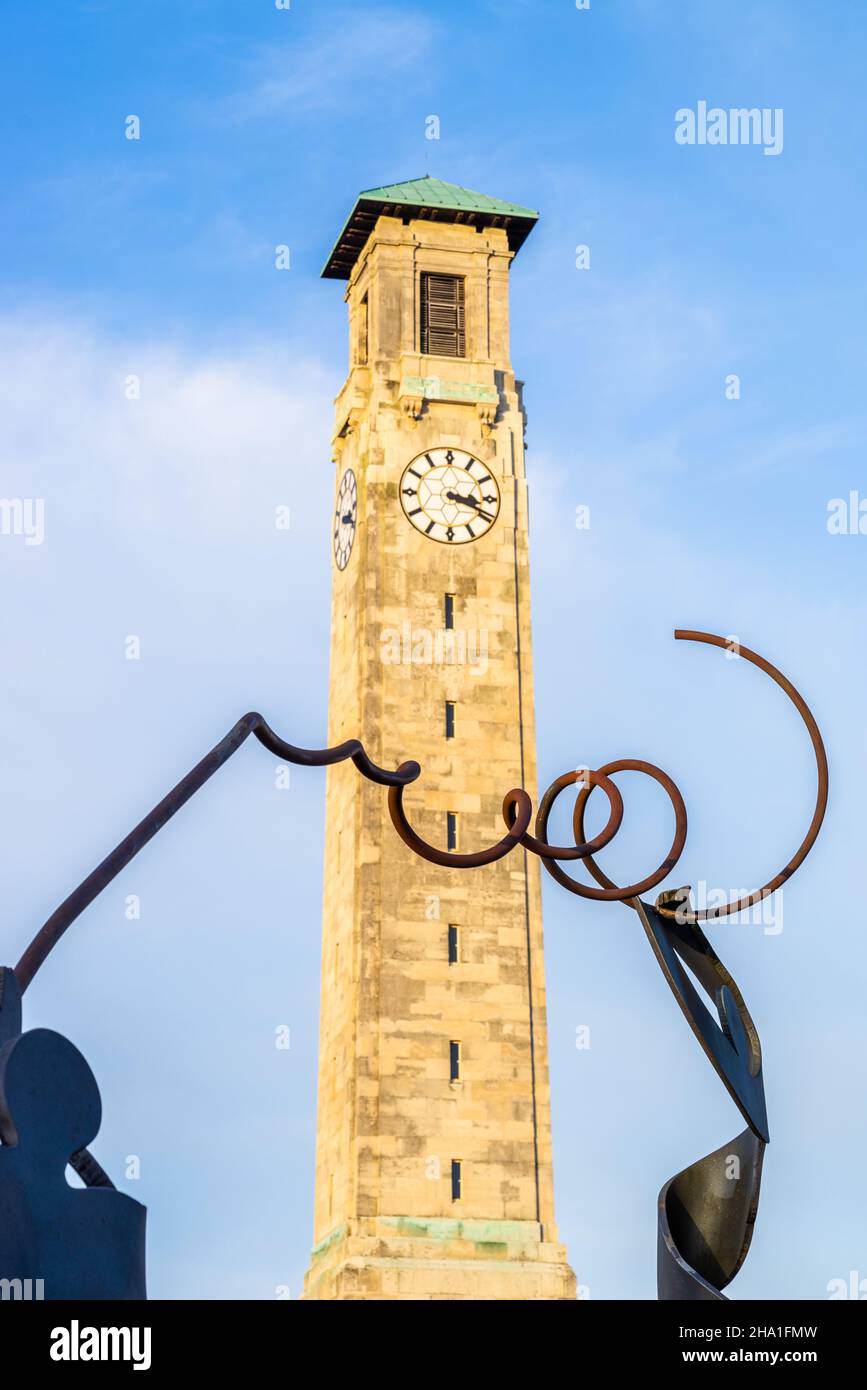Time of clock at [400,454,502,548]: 3:18
